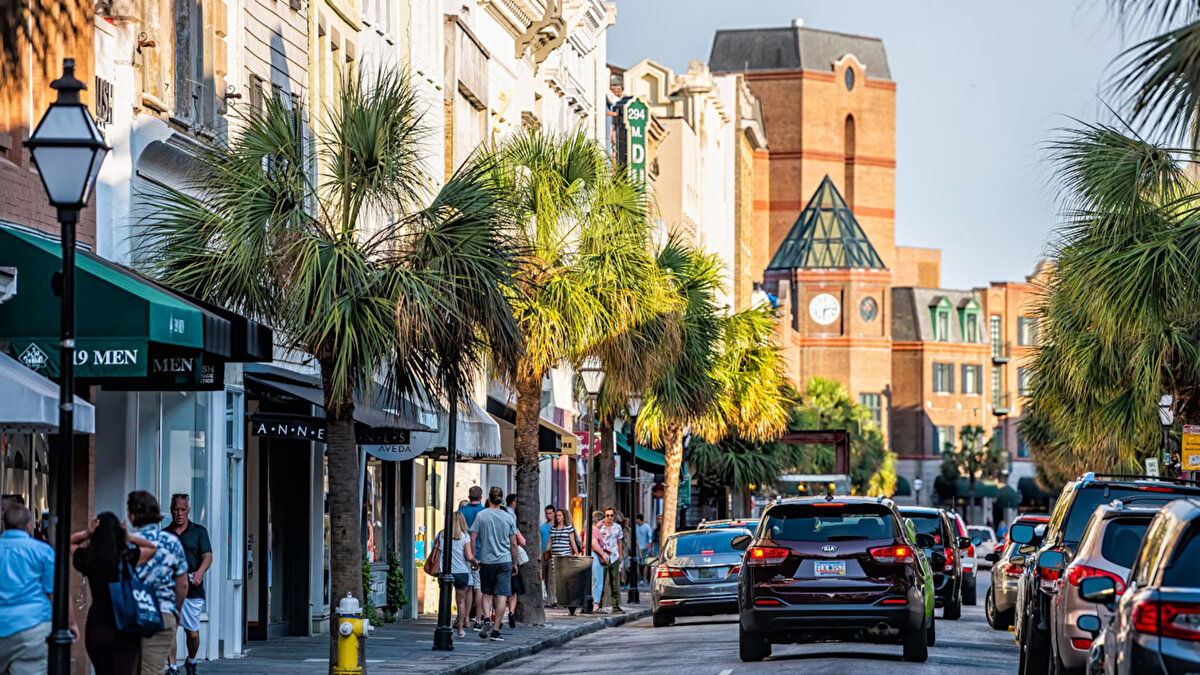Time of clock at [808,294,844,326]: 6:13
